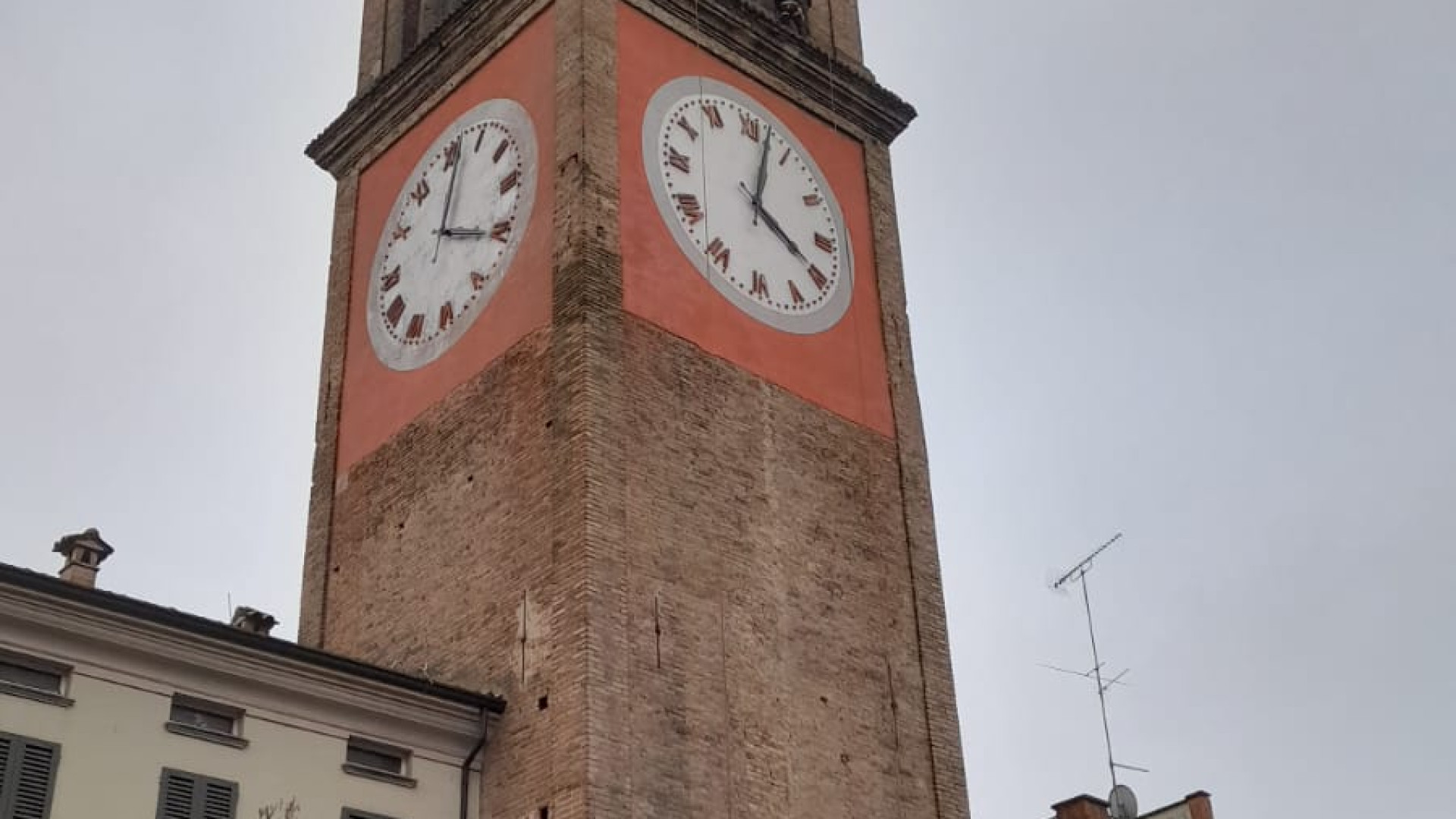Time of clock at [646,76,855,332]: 4:02
